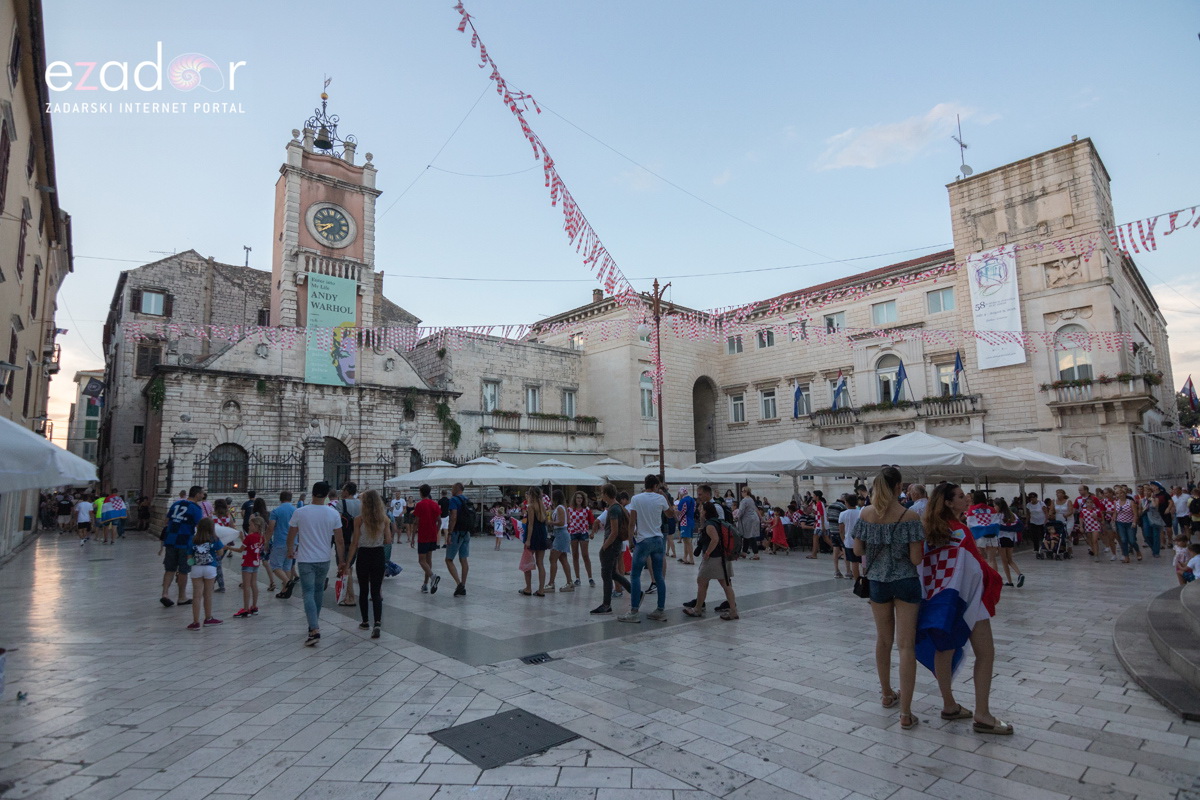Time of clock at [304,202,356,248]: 8:38
